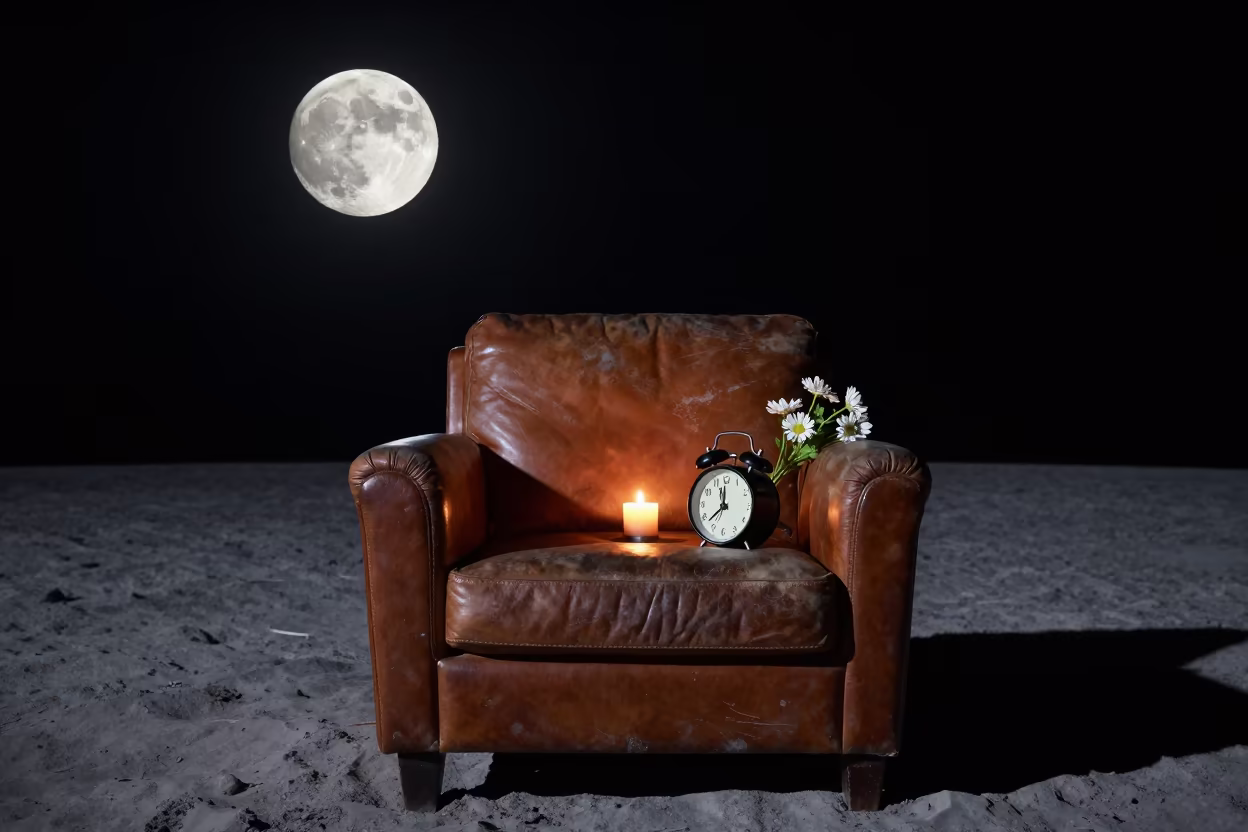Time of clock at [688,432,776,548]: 11:37
